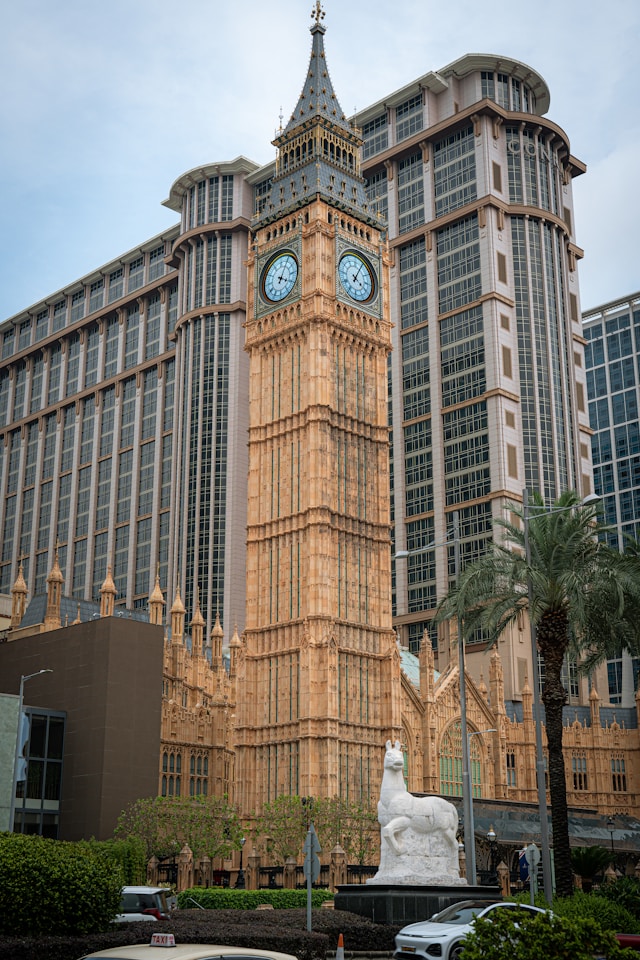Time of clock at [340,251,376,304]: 4:04
